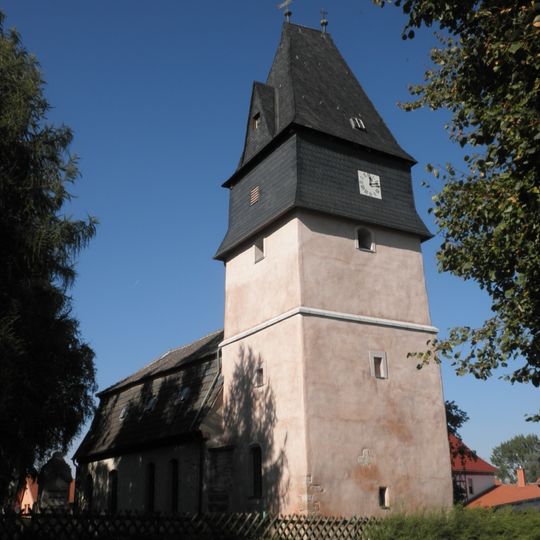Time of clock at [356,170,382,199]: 12:12
